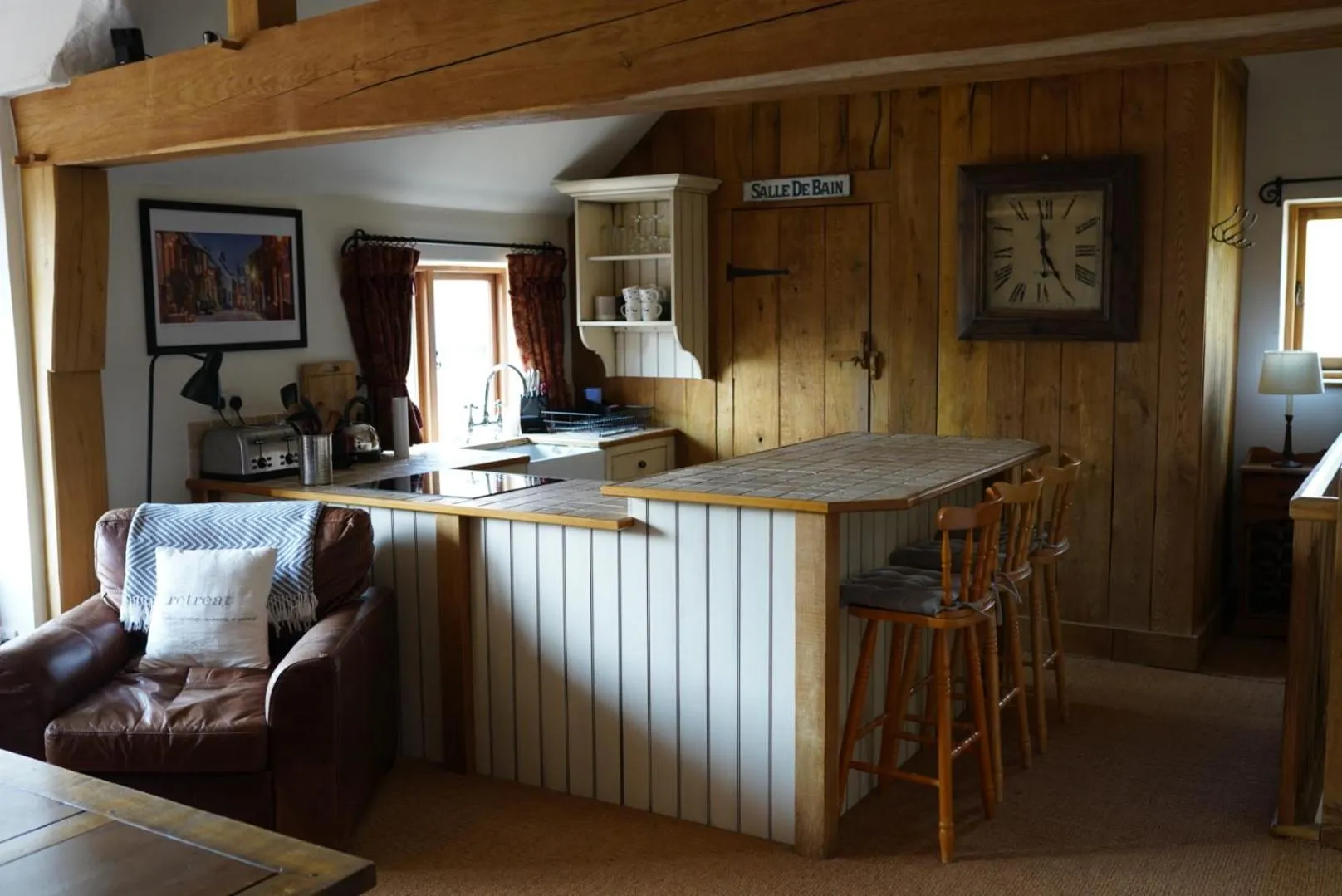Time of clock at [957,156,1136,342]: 4:59
